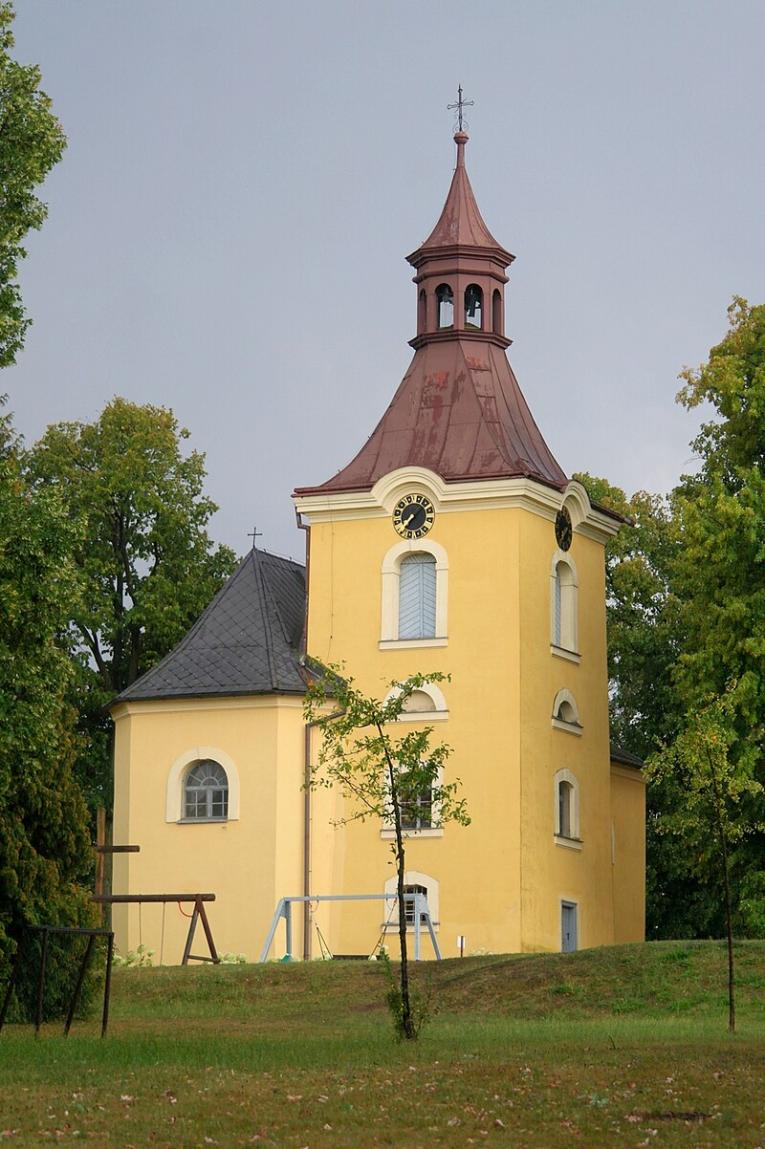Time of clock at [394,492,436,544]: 7:07
